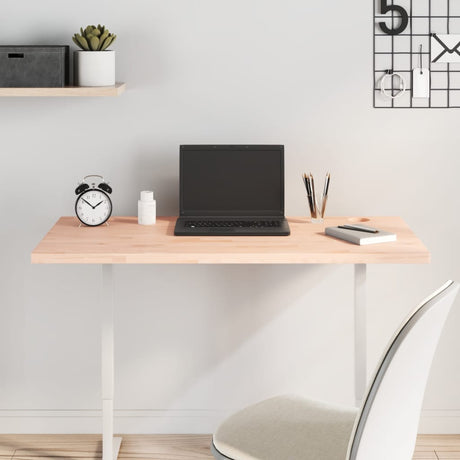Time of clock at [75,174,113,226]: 1:51
